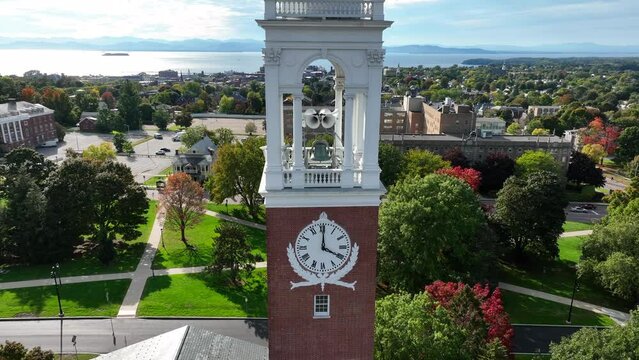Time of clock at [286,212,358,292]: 4:00
